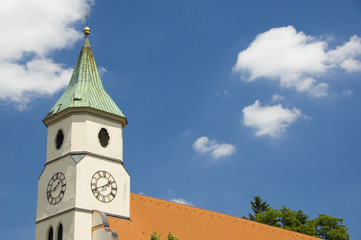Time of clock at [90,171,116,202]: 1:41
